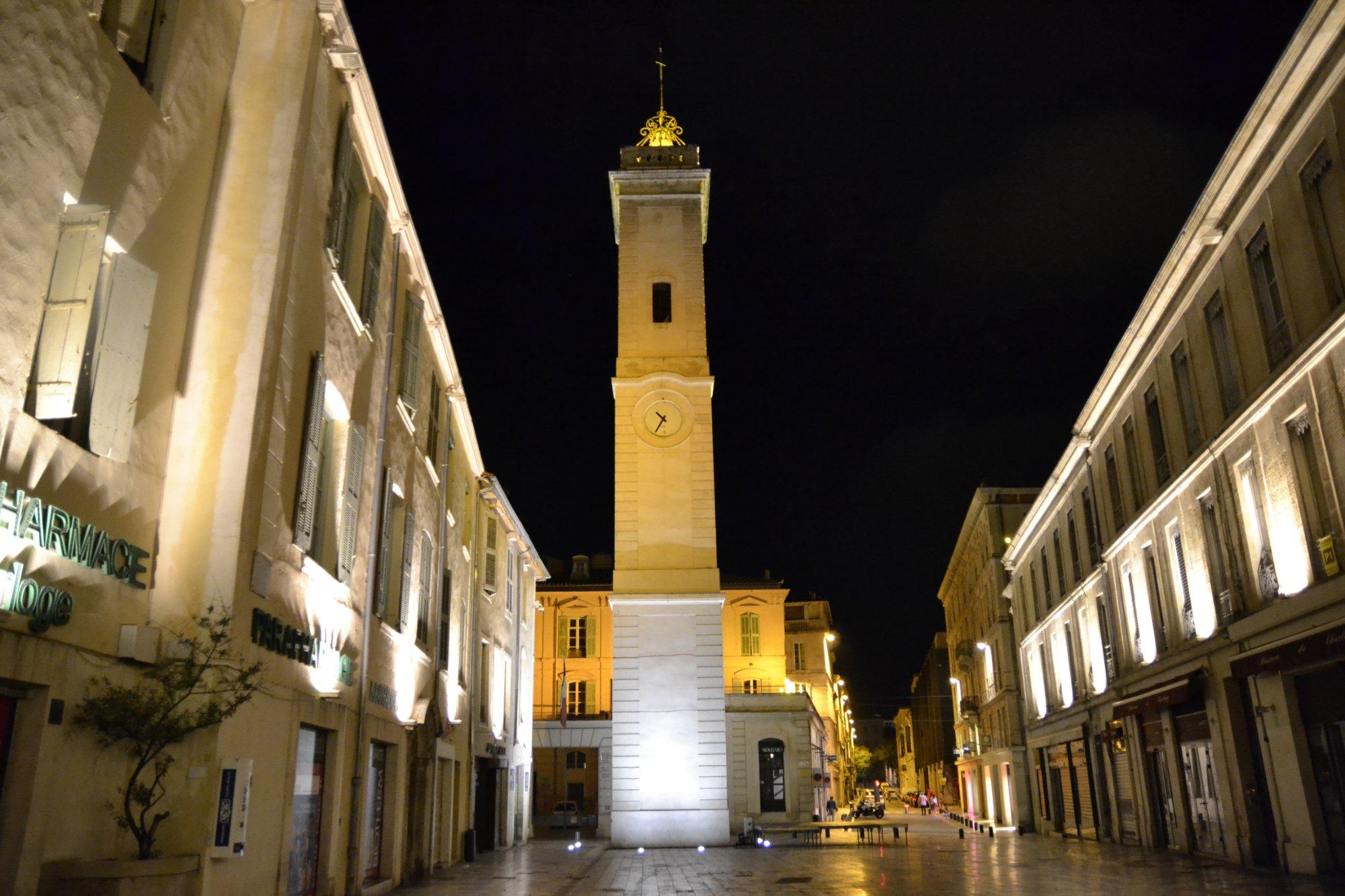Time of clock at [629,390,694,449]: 10:34
